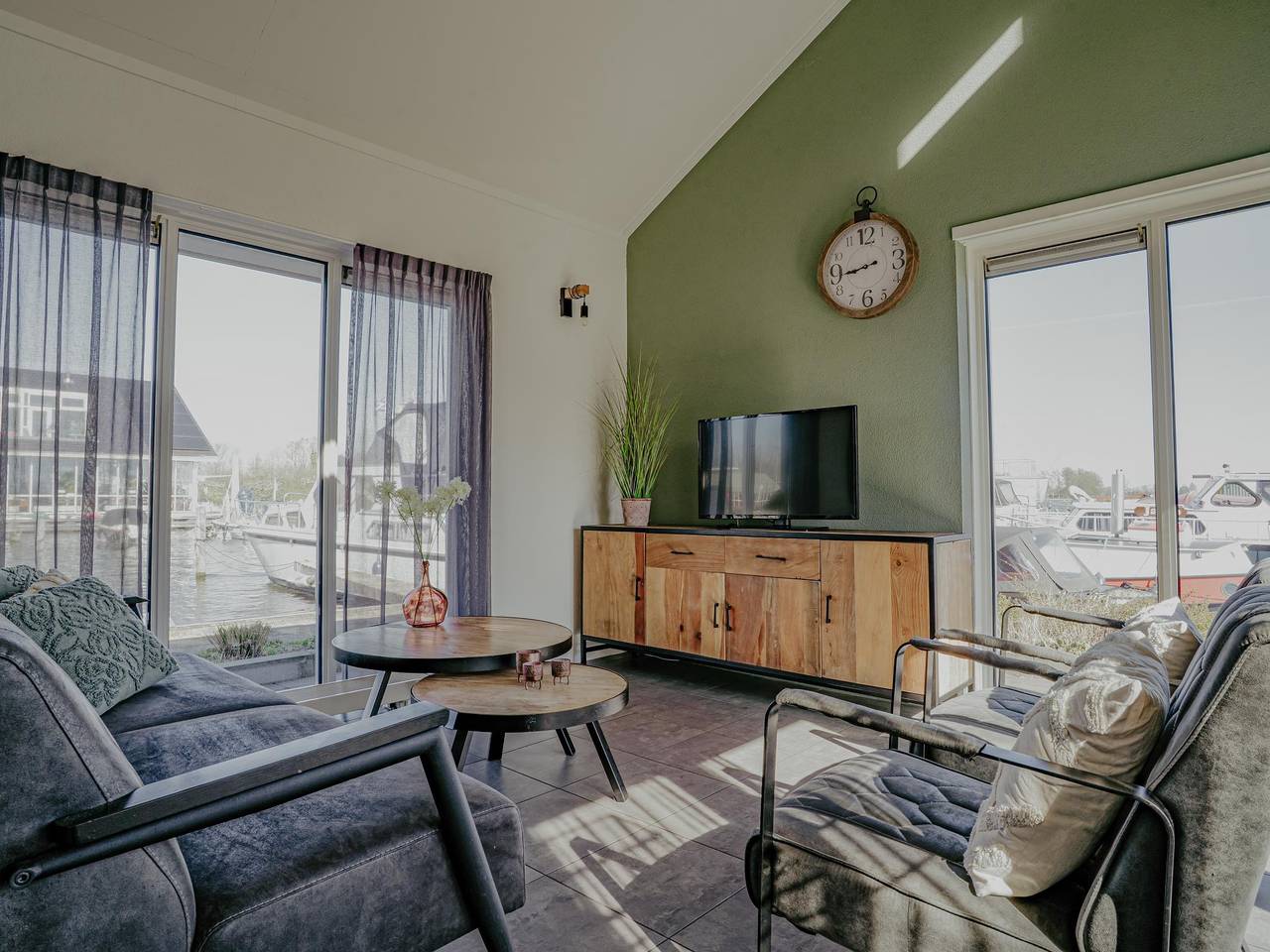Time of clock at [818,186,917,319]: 8:43
